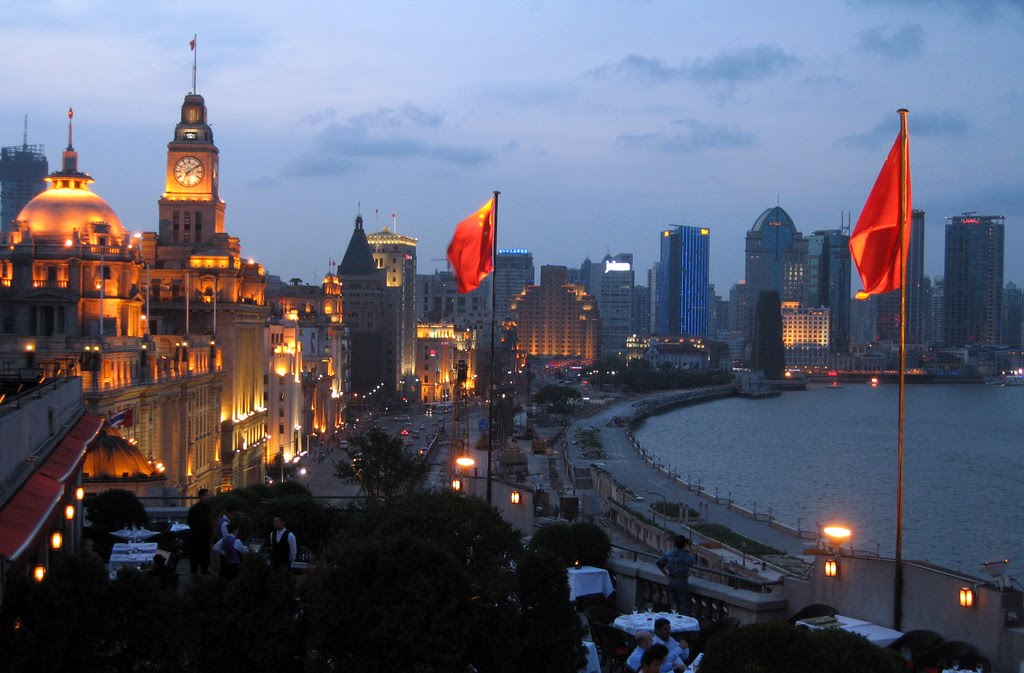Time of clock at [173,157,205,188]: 7:09
